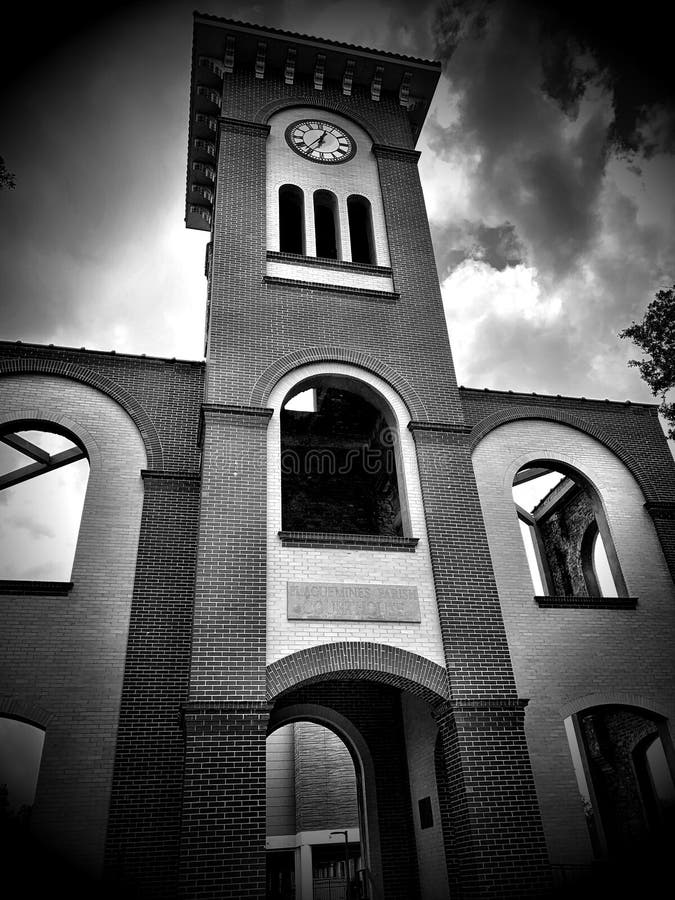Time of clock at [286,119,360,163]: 12:36
